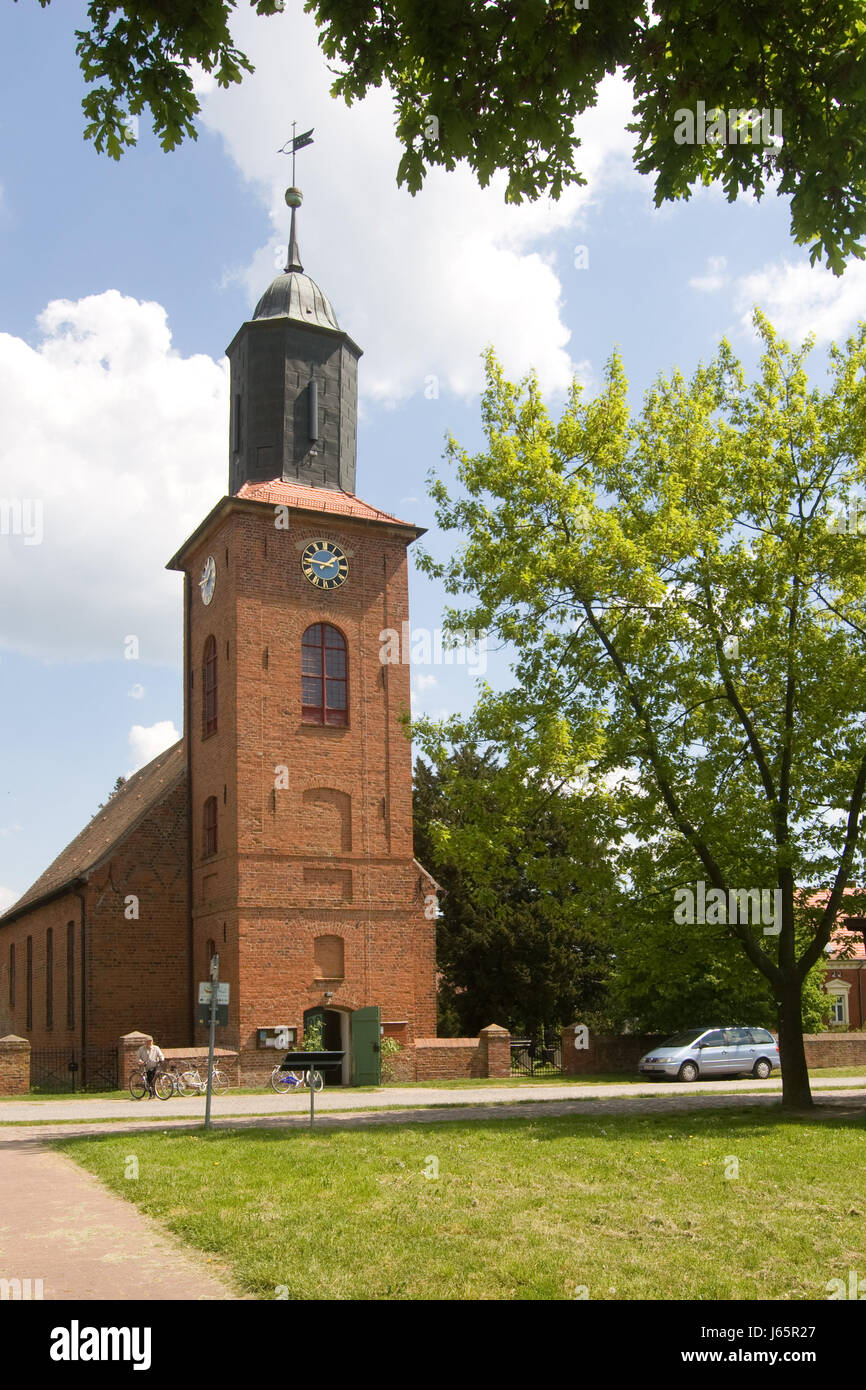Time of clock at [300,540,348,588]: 1:46
